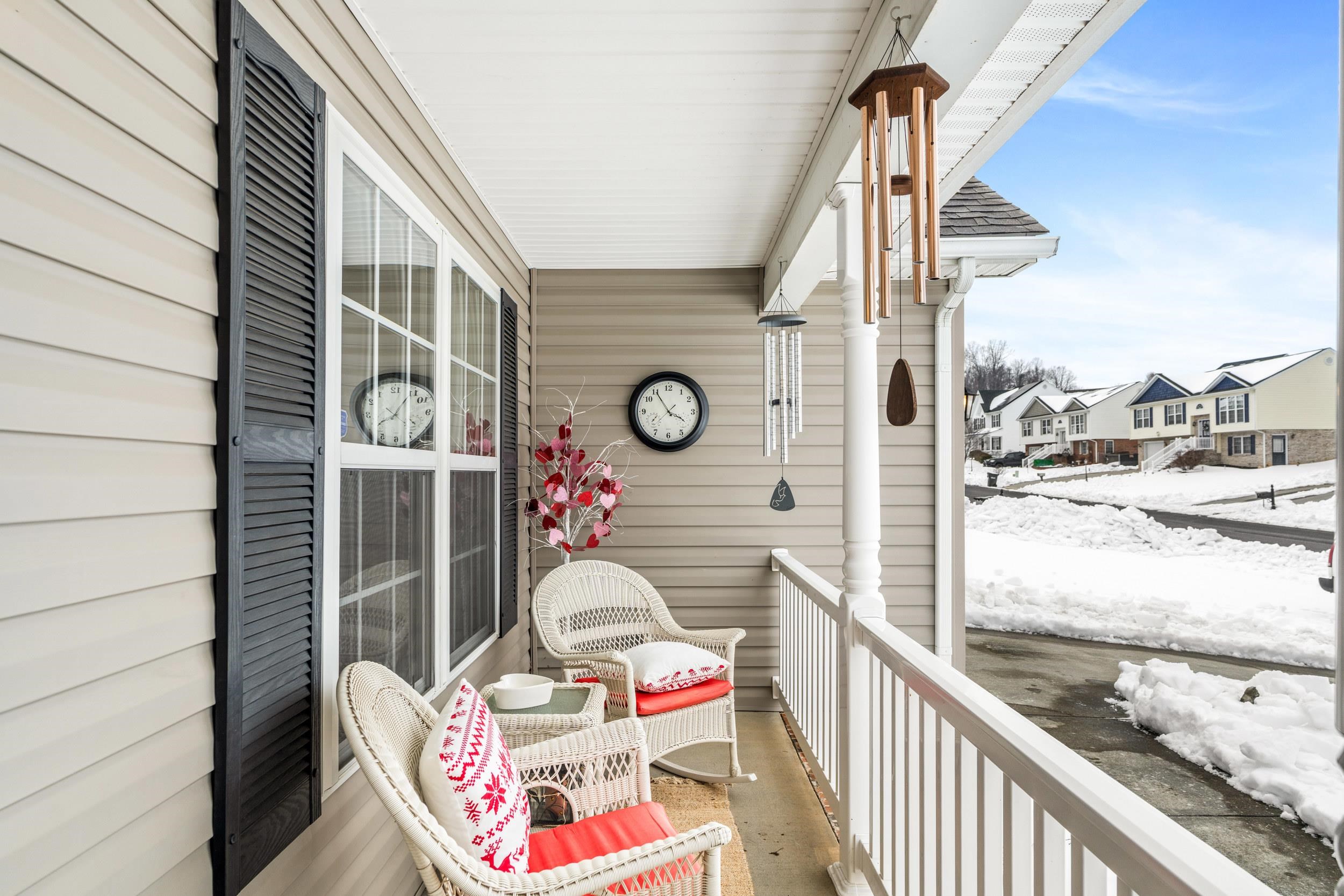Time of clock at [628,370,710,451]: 3:54
